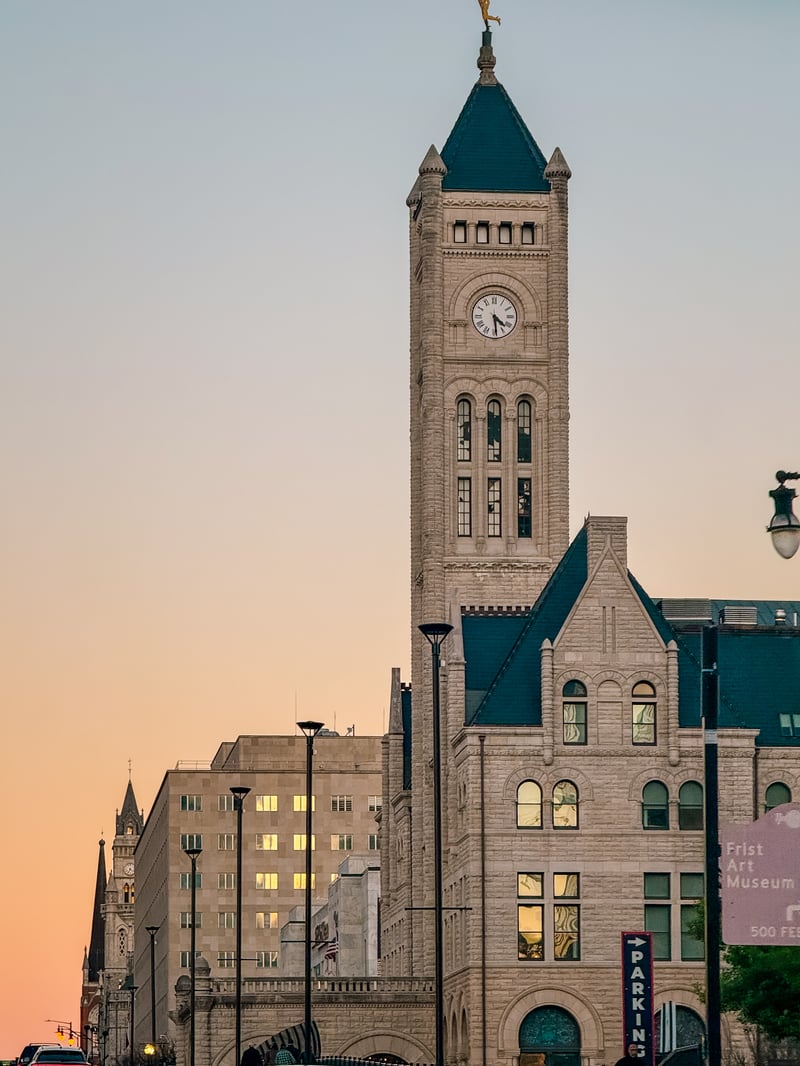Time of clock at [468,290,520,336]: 4:29
